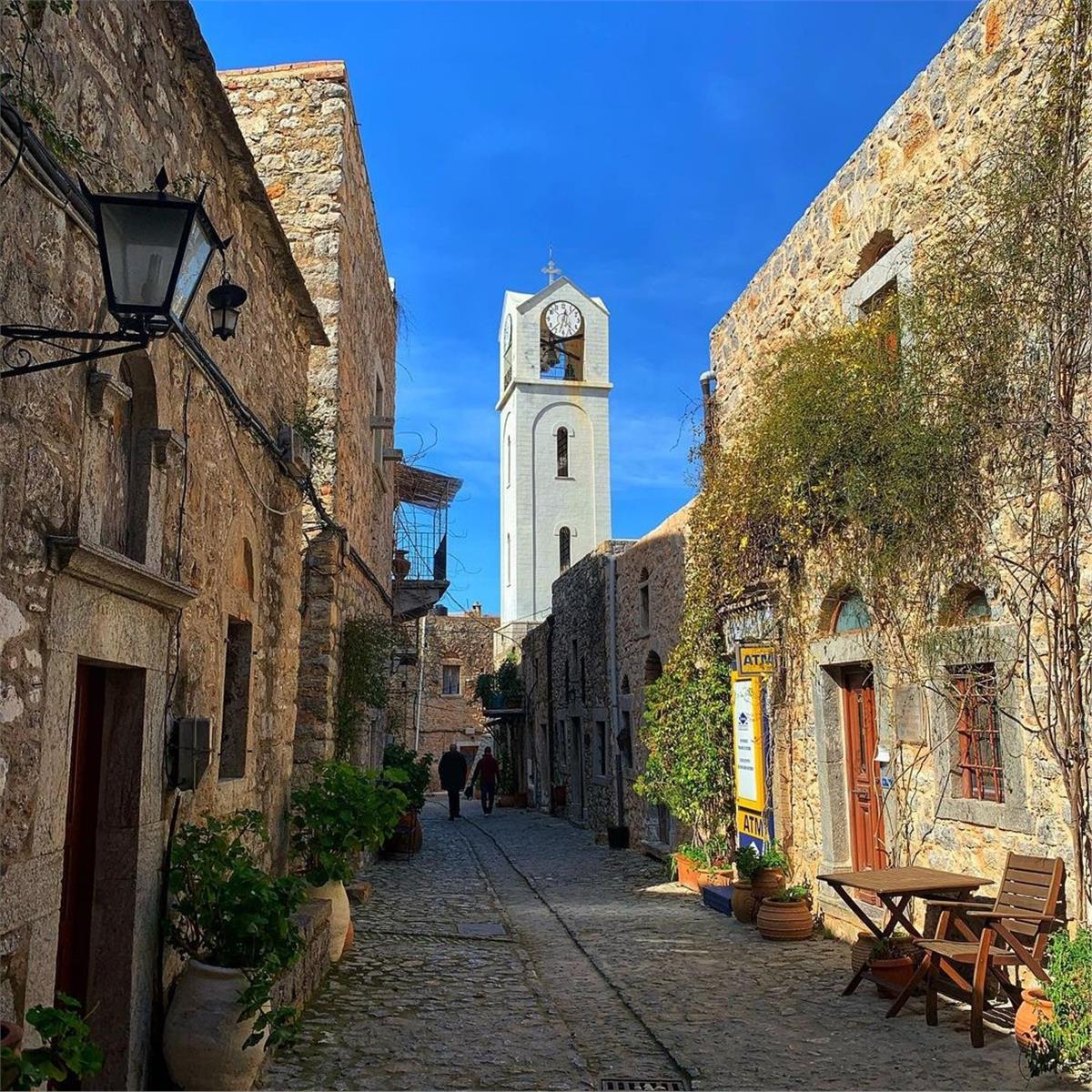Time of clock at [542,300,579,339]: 12:32
